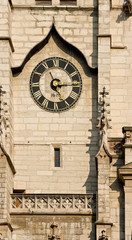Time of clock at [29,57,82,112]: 11:14
